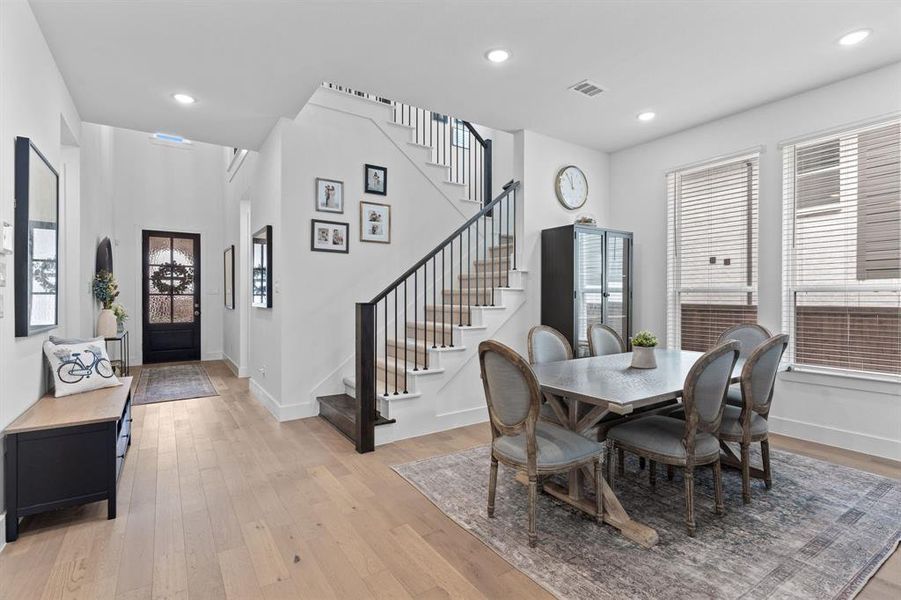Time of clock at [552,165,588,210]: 11:55
